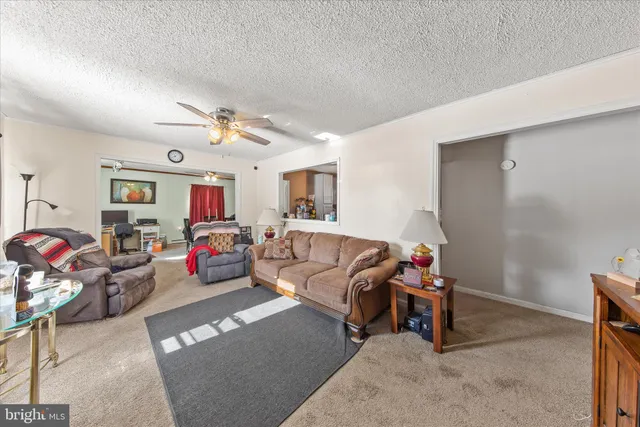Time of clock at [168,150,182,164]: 8:07
